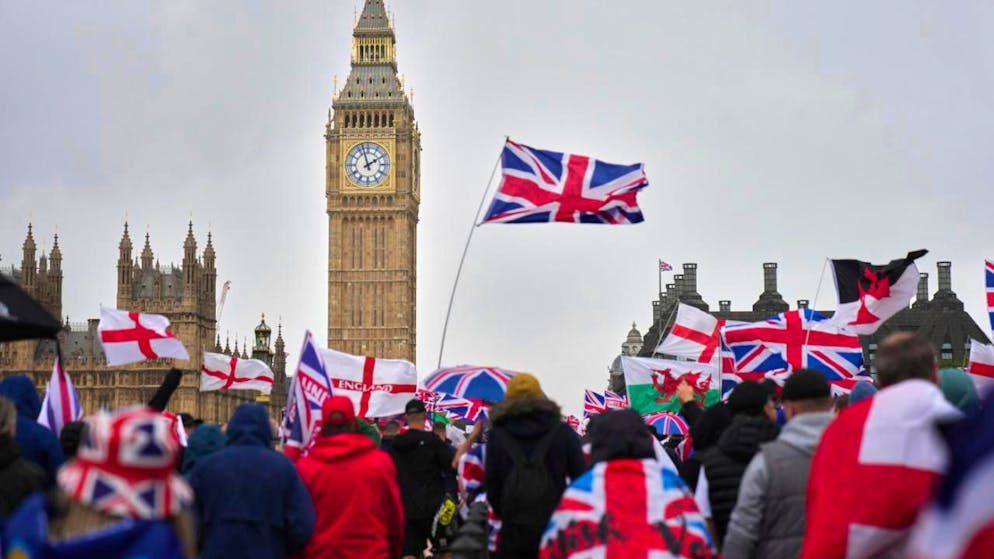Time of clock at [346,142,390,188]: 1:57
